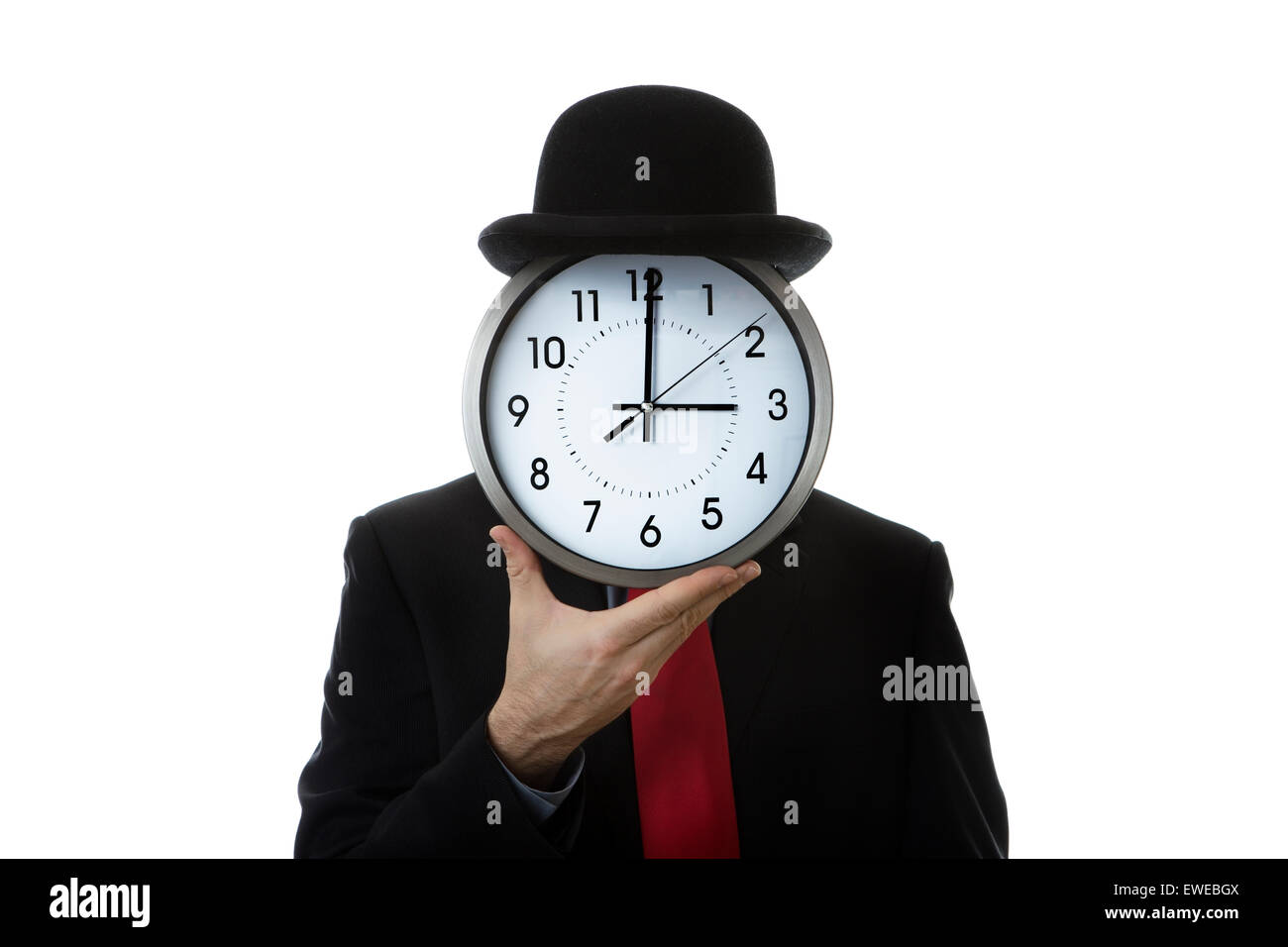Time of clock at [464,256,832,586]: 3:00
